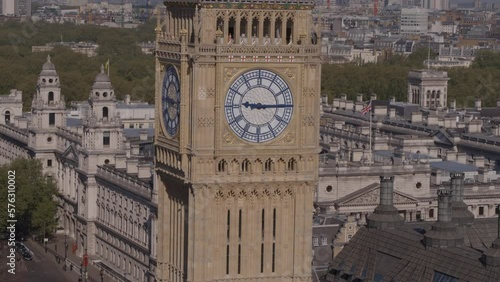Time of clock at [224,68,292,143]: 9:14
